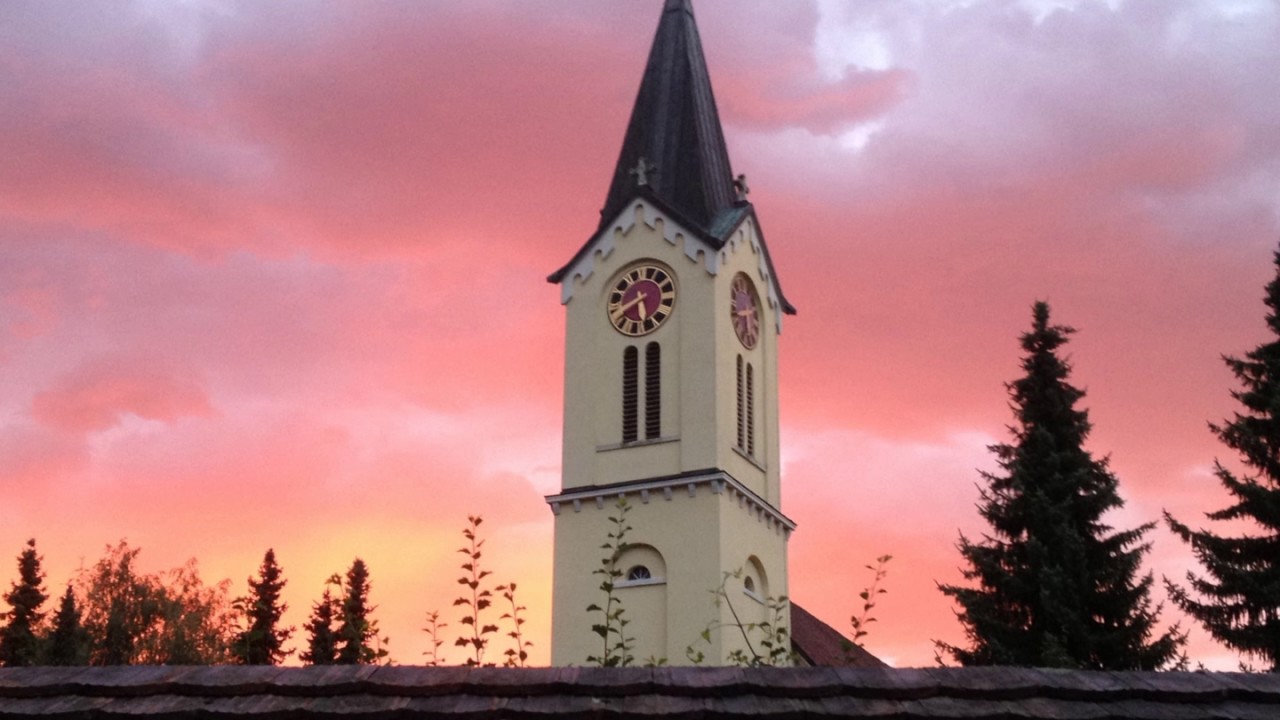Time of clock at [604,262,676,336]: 5:40
